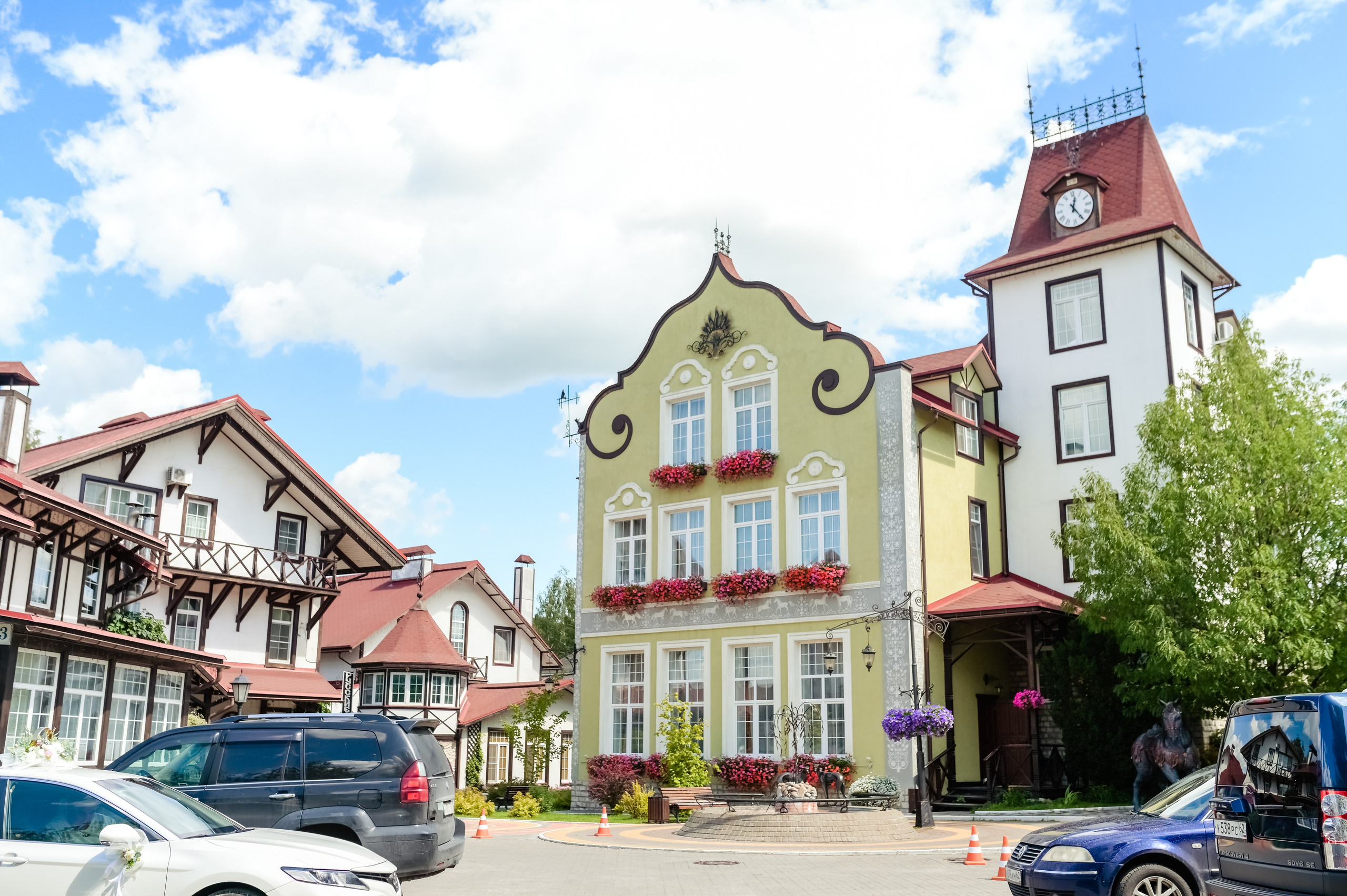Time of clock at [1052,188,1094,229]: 12:24
